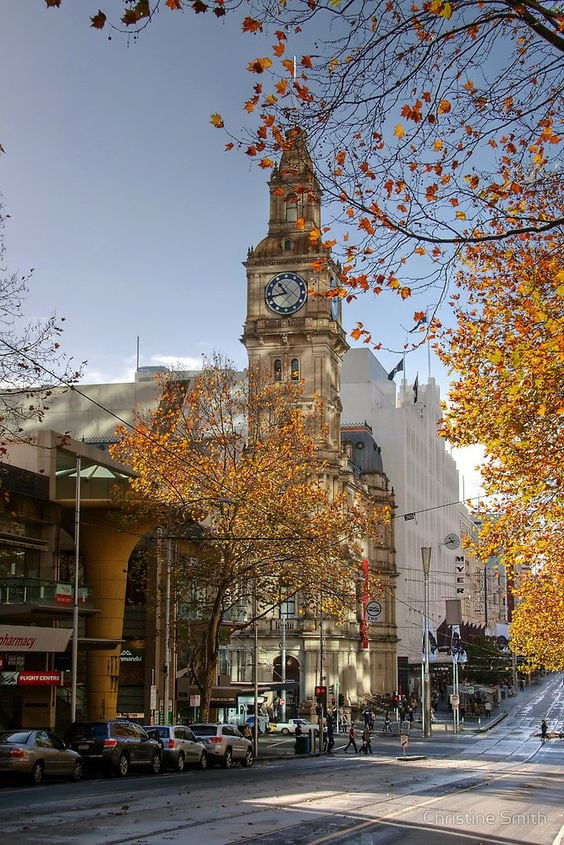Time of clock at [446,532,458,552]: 10:42
